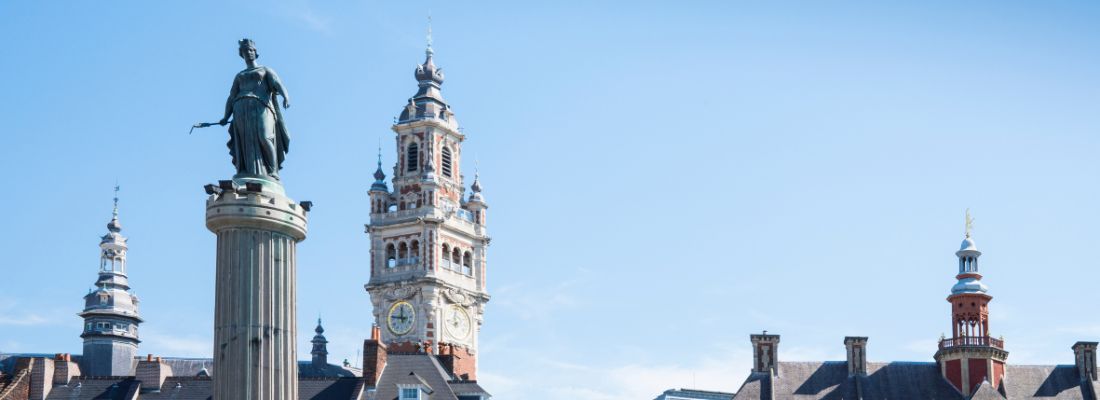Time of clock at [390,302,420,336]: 11:46
